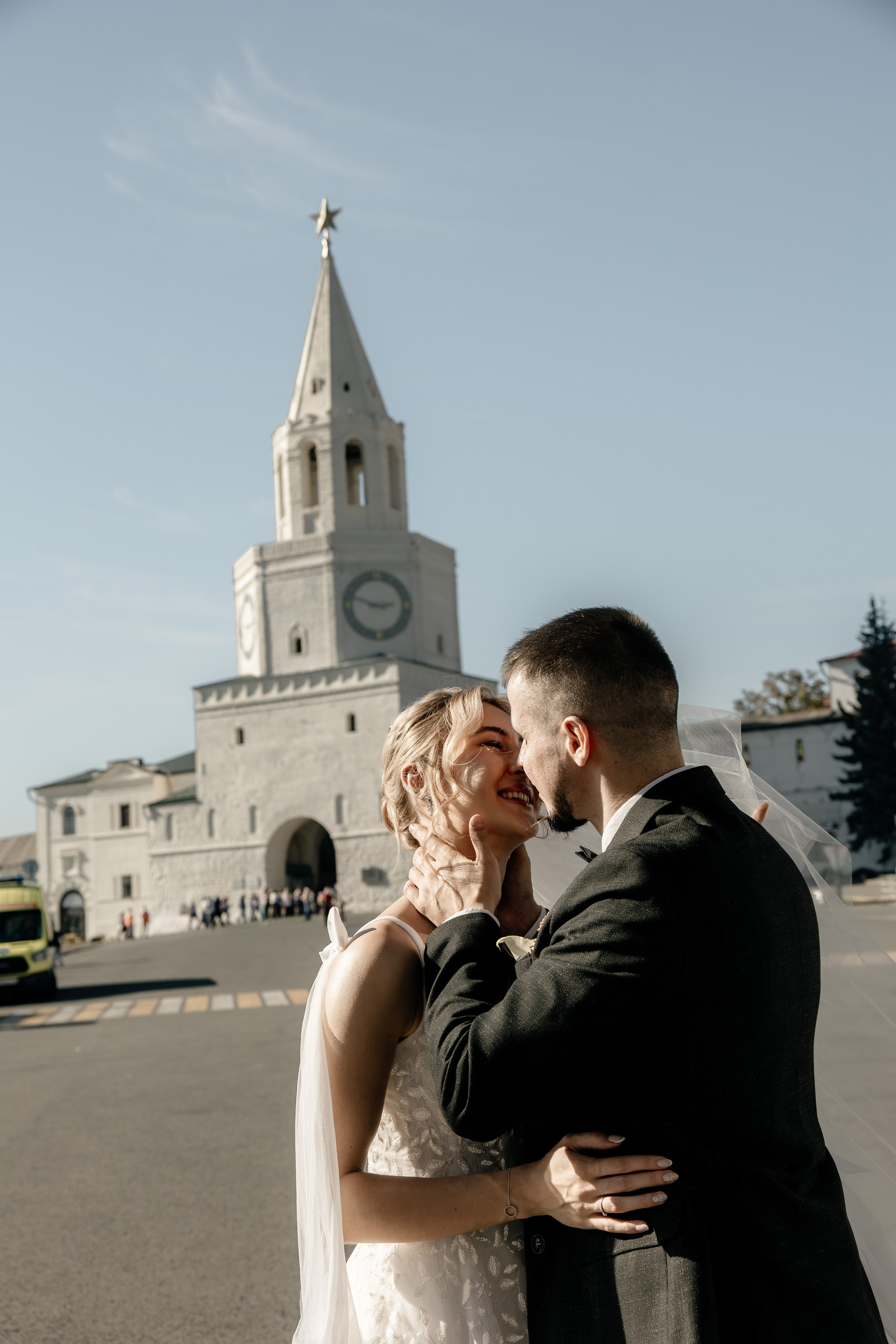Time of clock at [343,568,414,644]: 2:48
